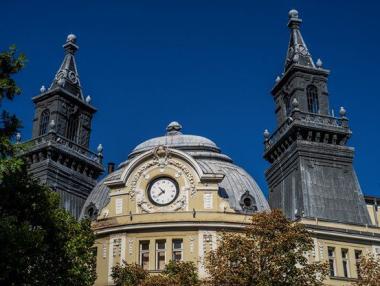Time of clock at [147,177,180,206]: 10:38
